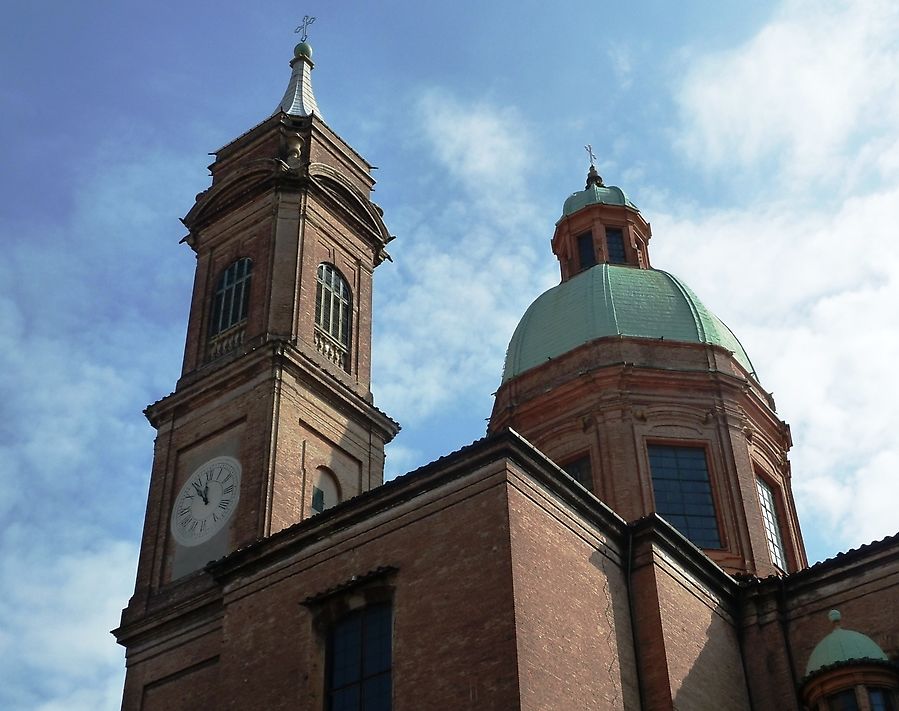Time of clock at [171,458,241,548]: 11:53
